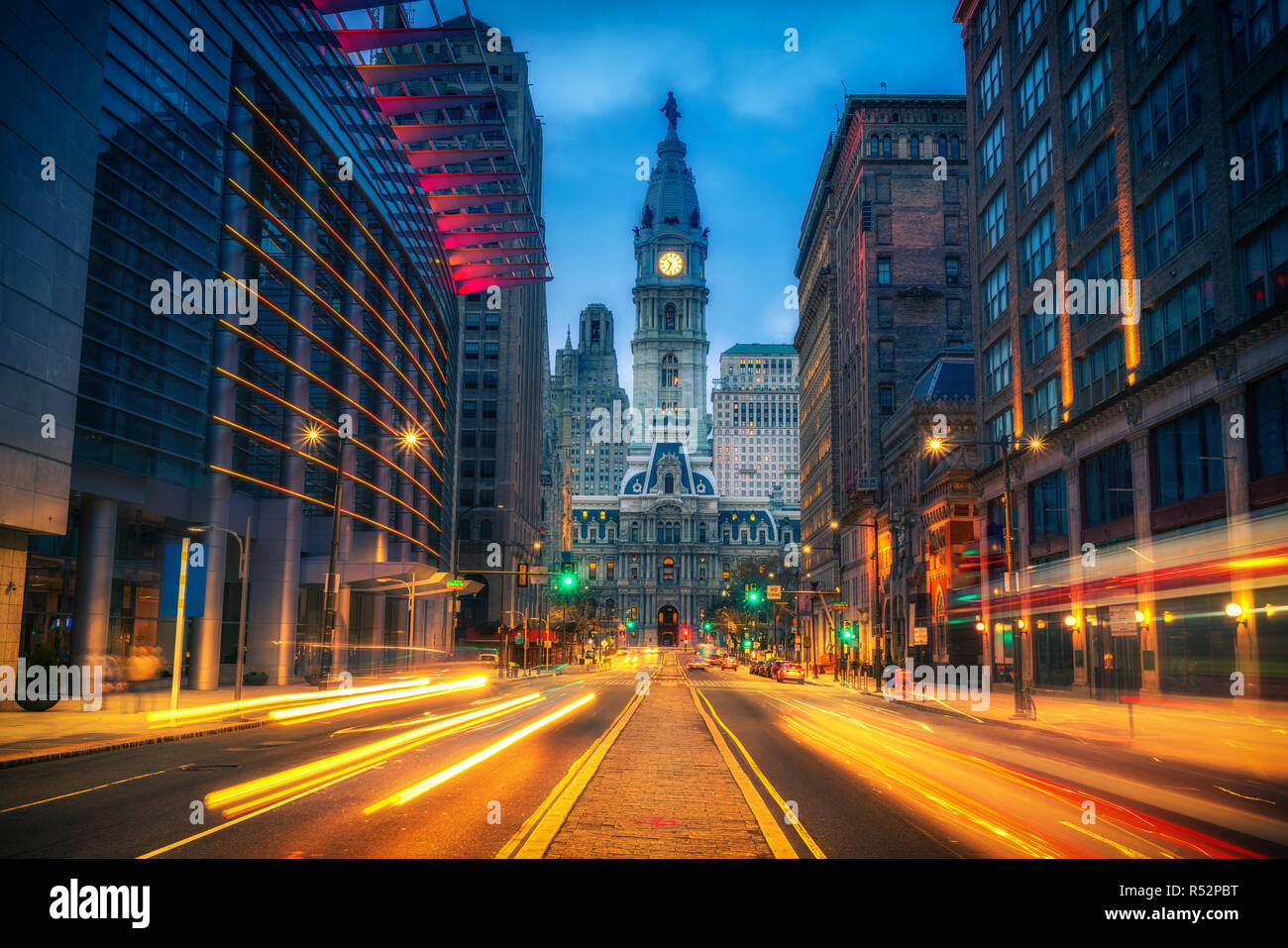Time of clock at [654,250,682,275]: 6:52
